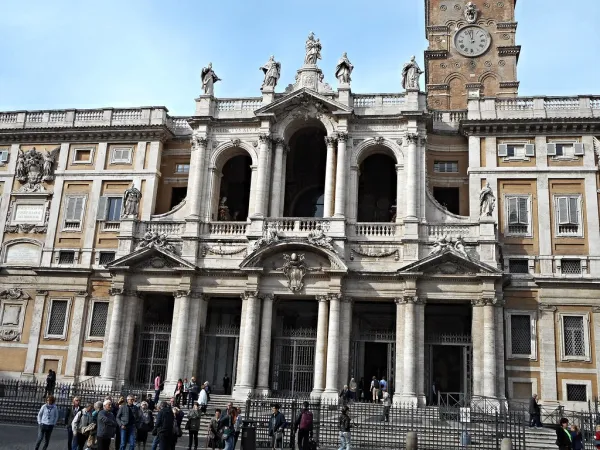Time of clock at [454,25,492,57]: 11:57
